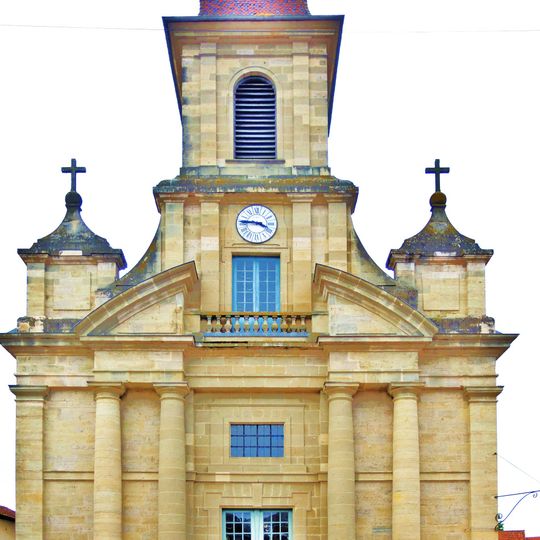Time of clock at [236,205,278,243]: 3:45
